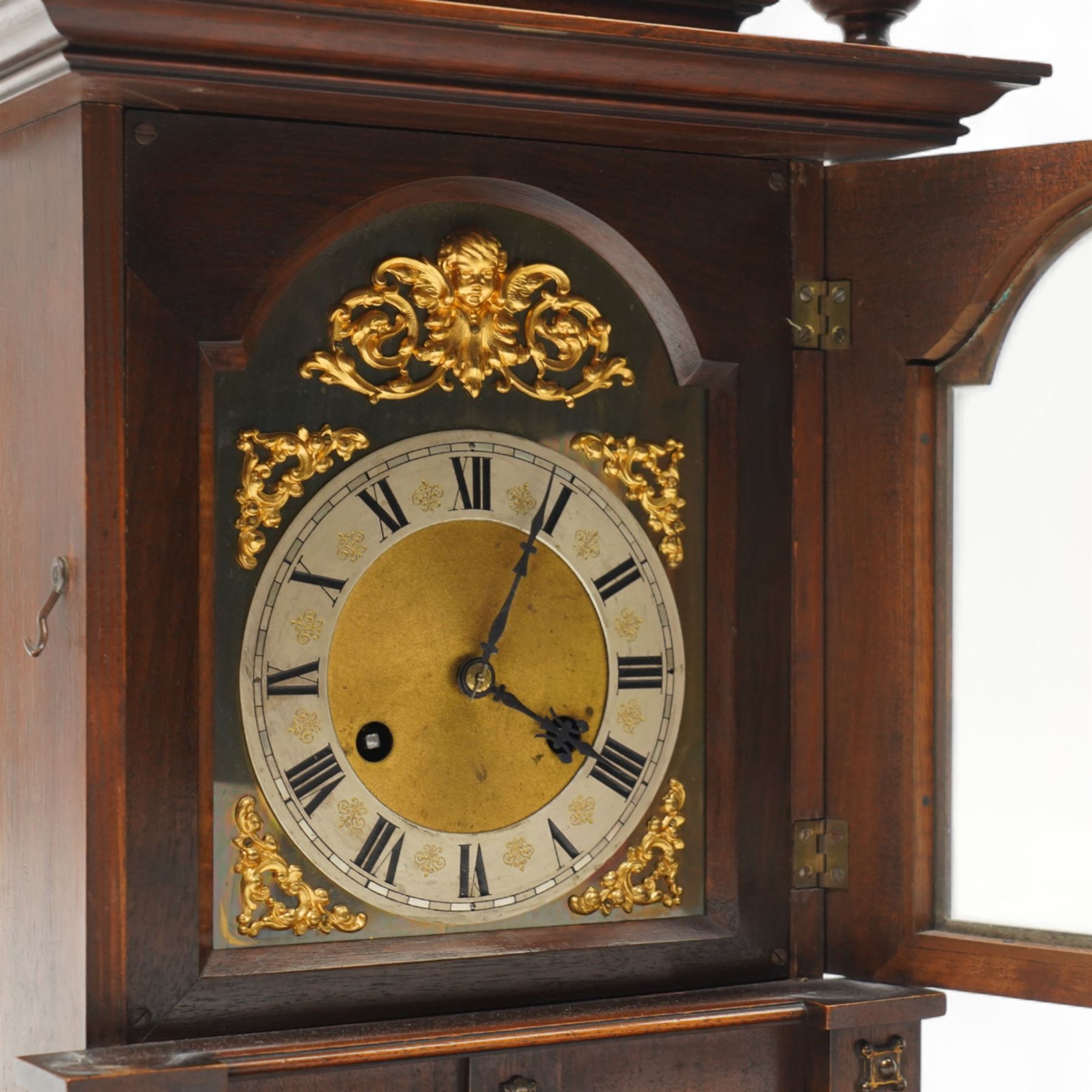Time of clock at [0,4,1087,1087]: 4:04
